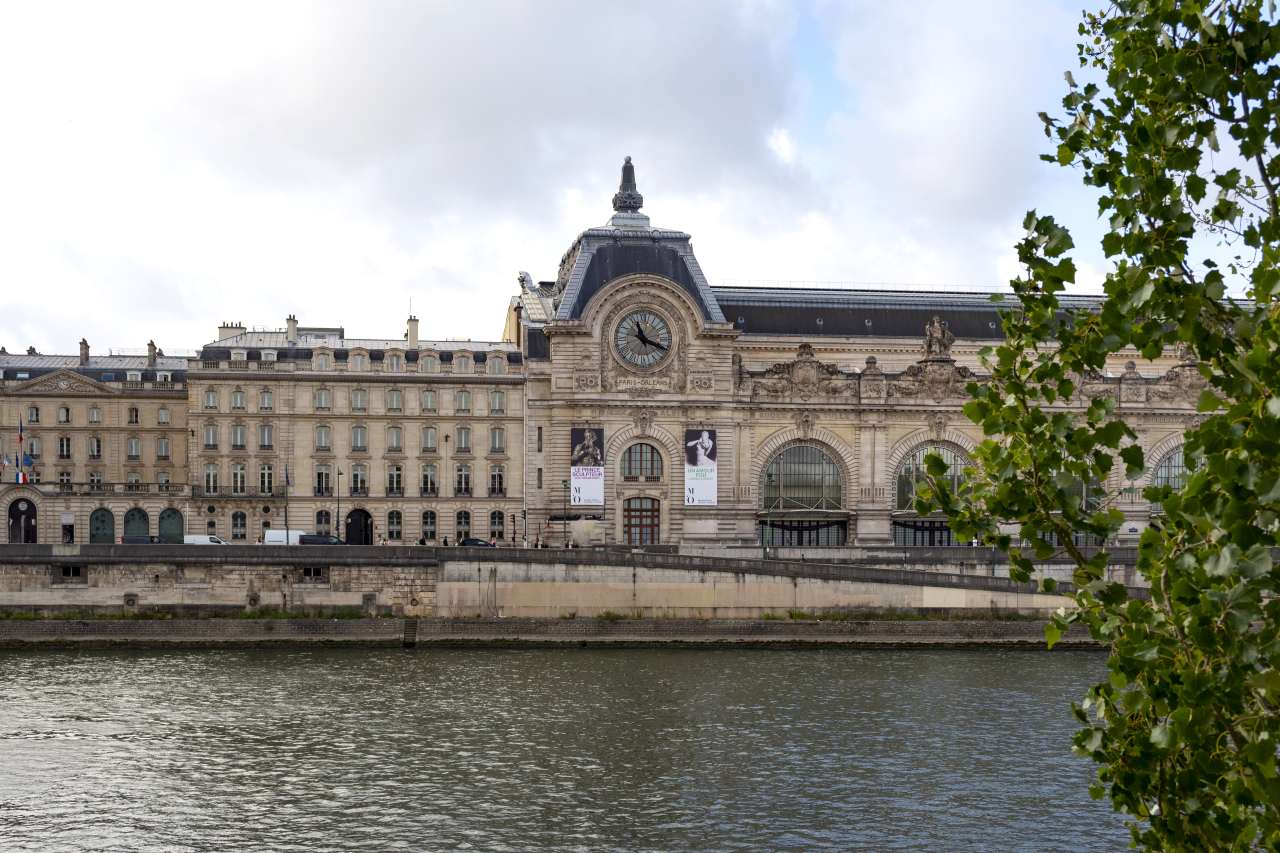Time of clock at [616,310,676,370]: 11:18
